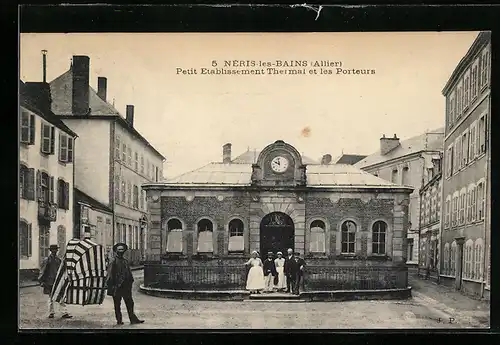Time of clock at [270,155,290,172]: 9:57
